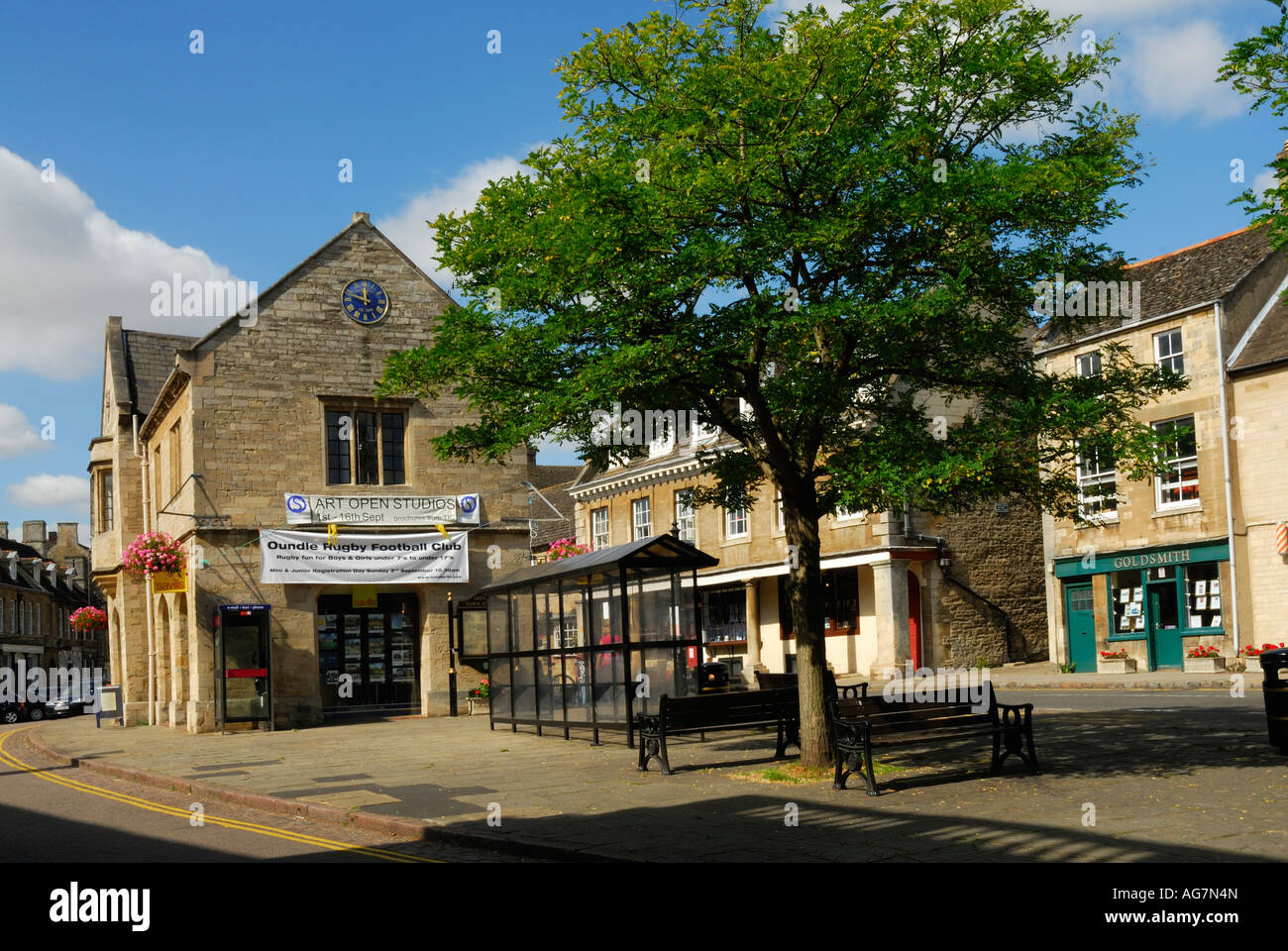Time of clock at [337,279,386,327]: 11:48
